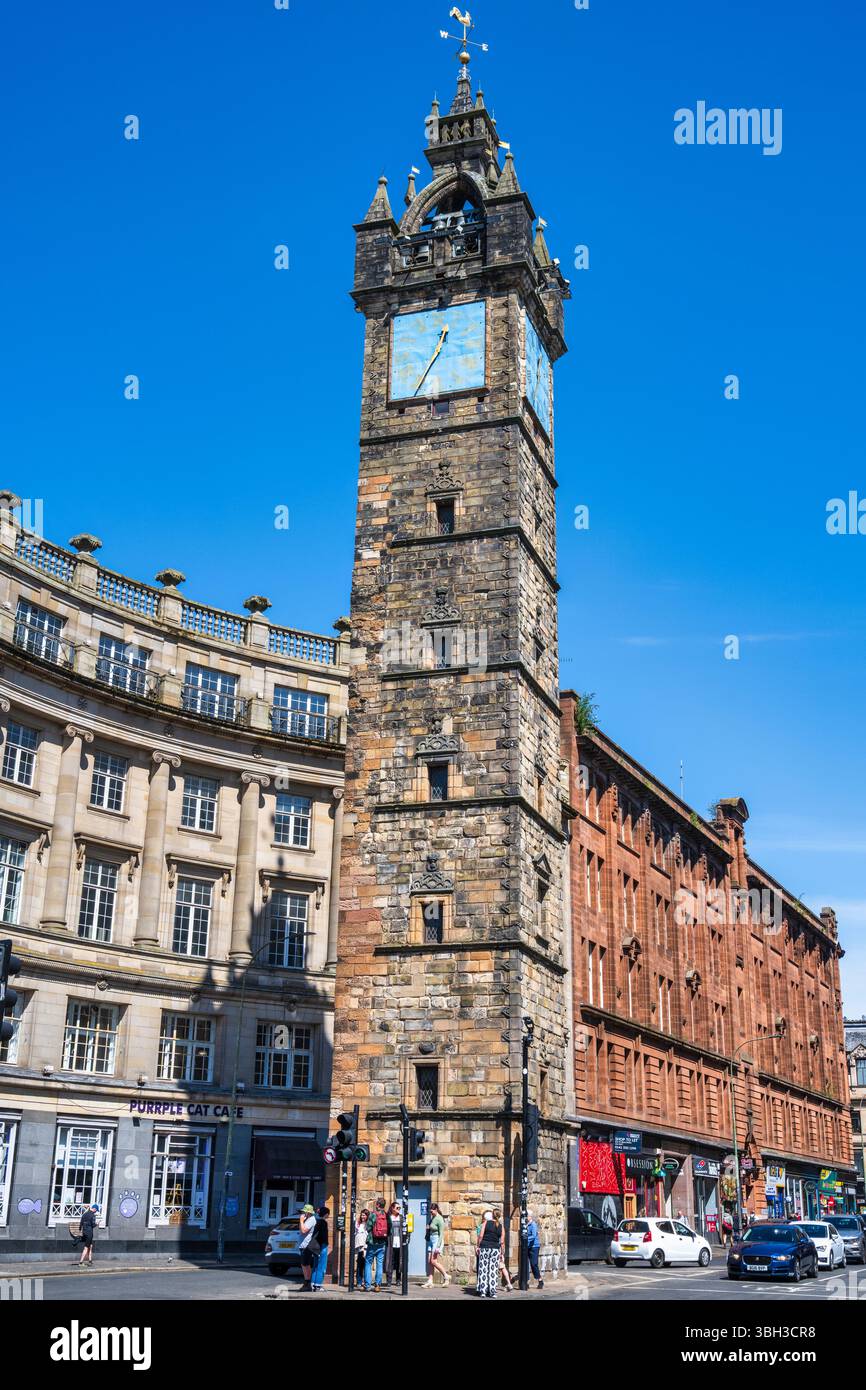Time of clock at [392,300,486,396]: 12:34
